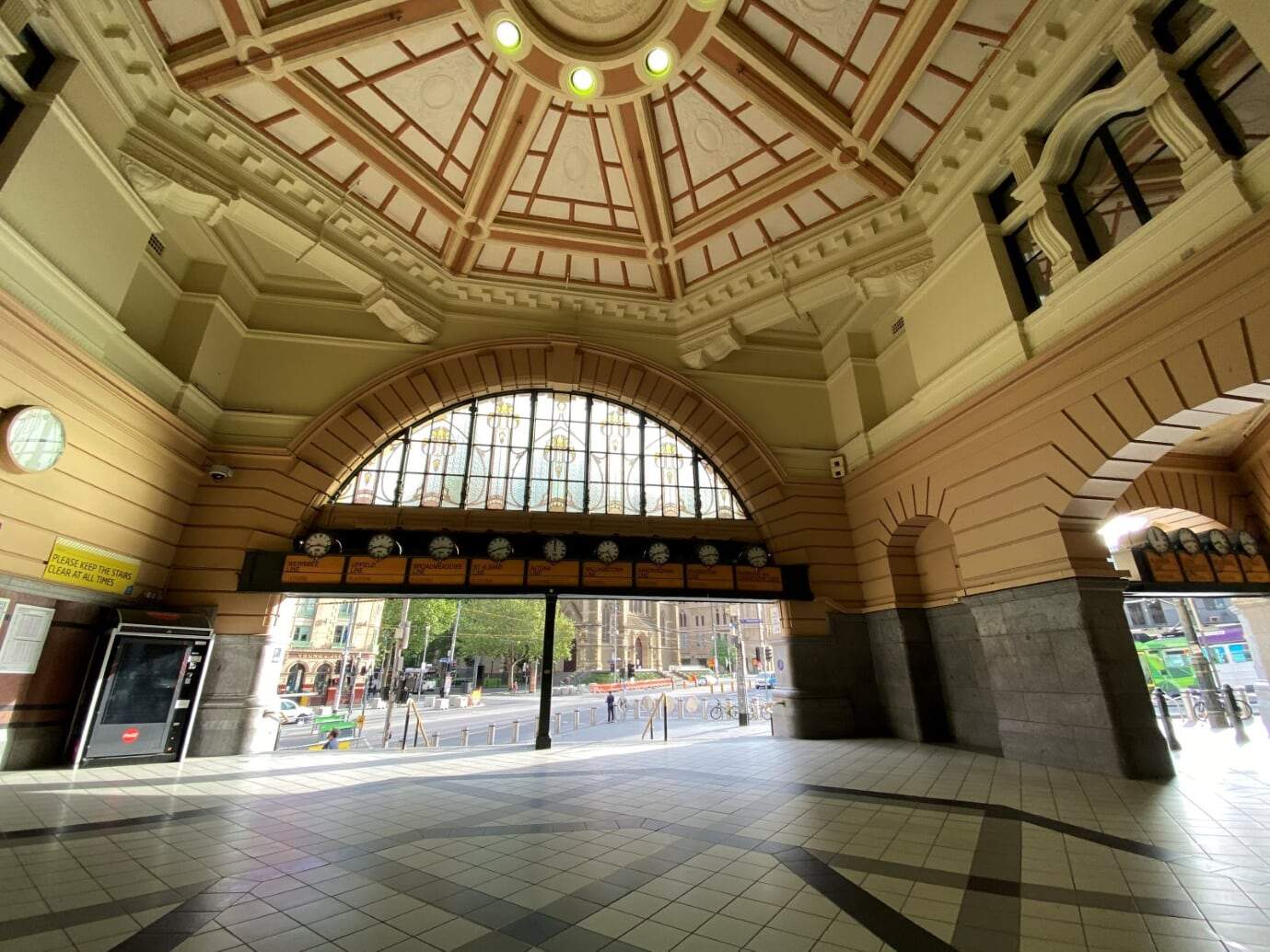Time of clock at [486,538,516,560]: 8:12
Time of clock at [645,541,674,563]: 8:12
